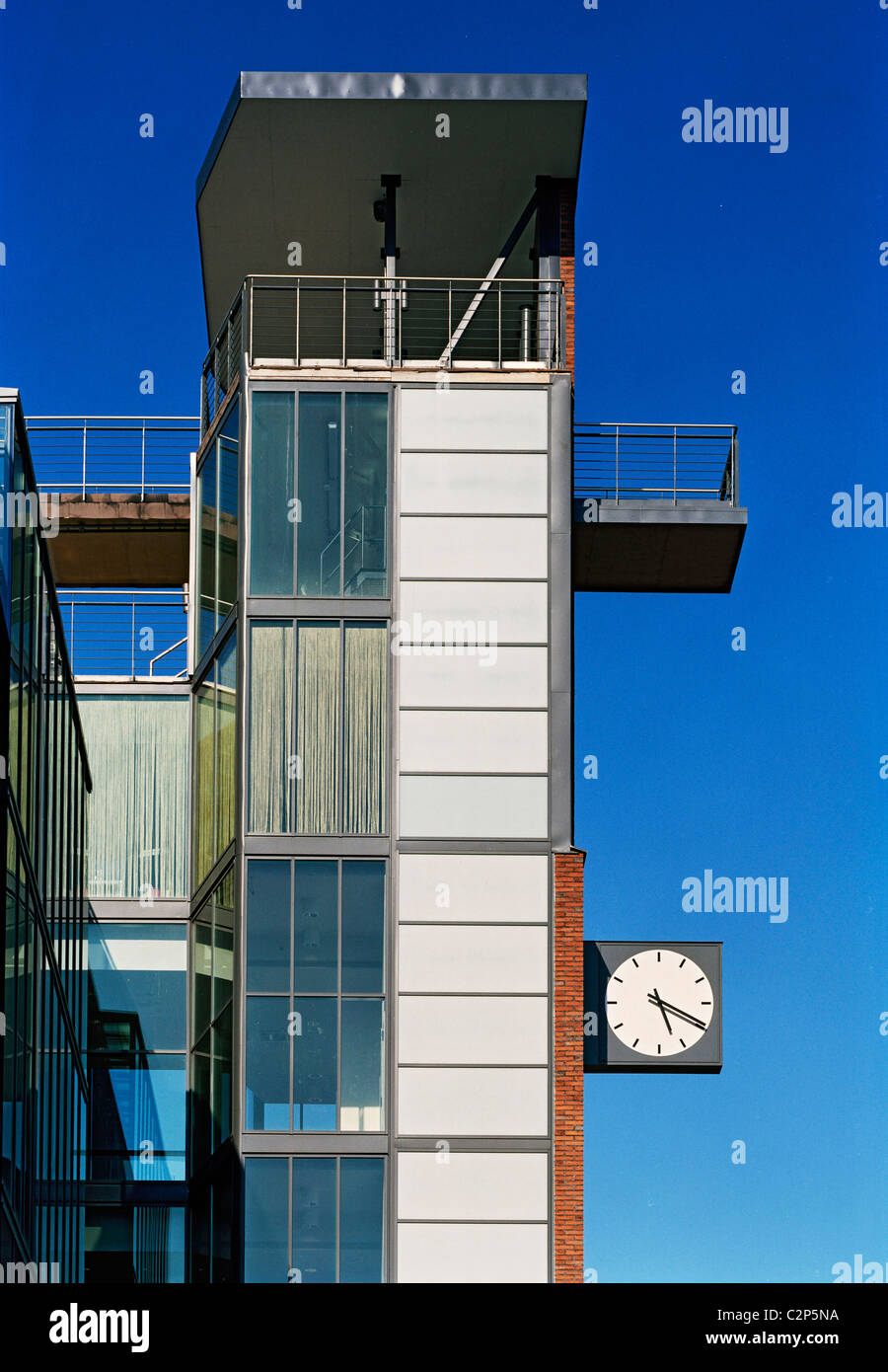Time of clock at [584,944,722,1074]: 5:19
